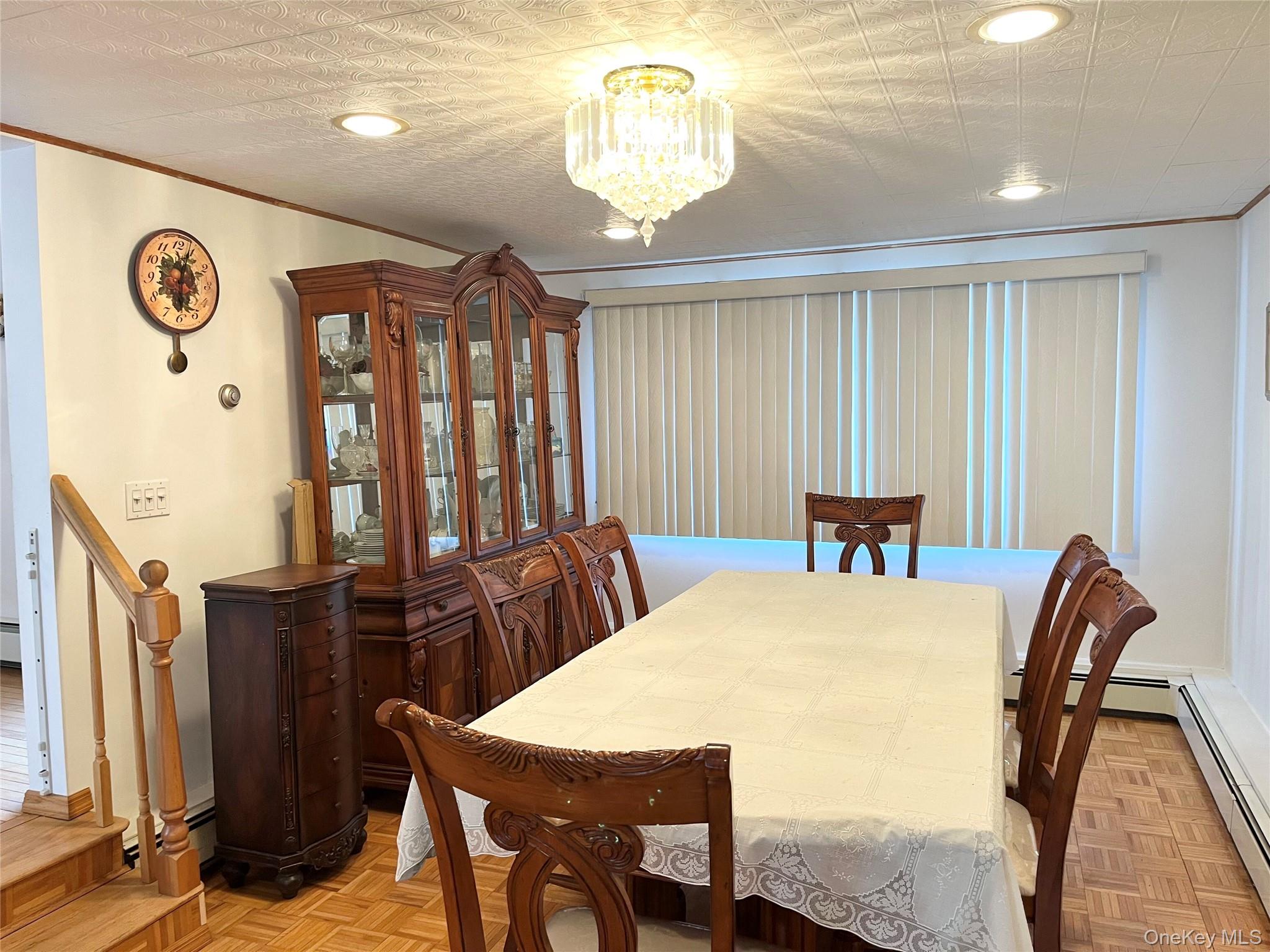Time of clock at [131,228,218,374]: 6:03
